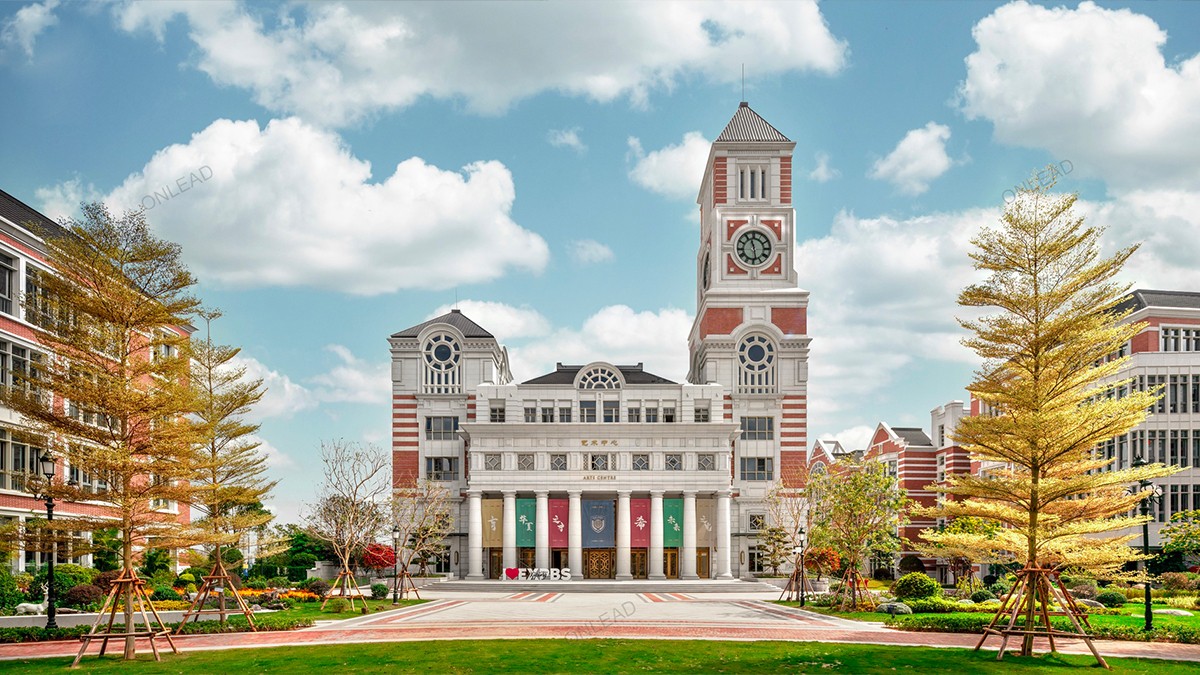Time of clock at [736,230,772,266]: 11:28
